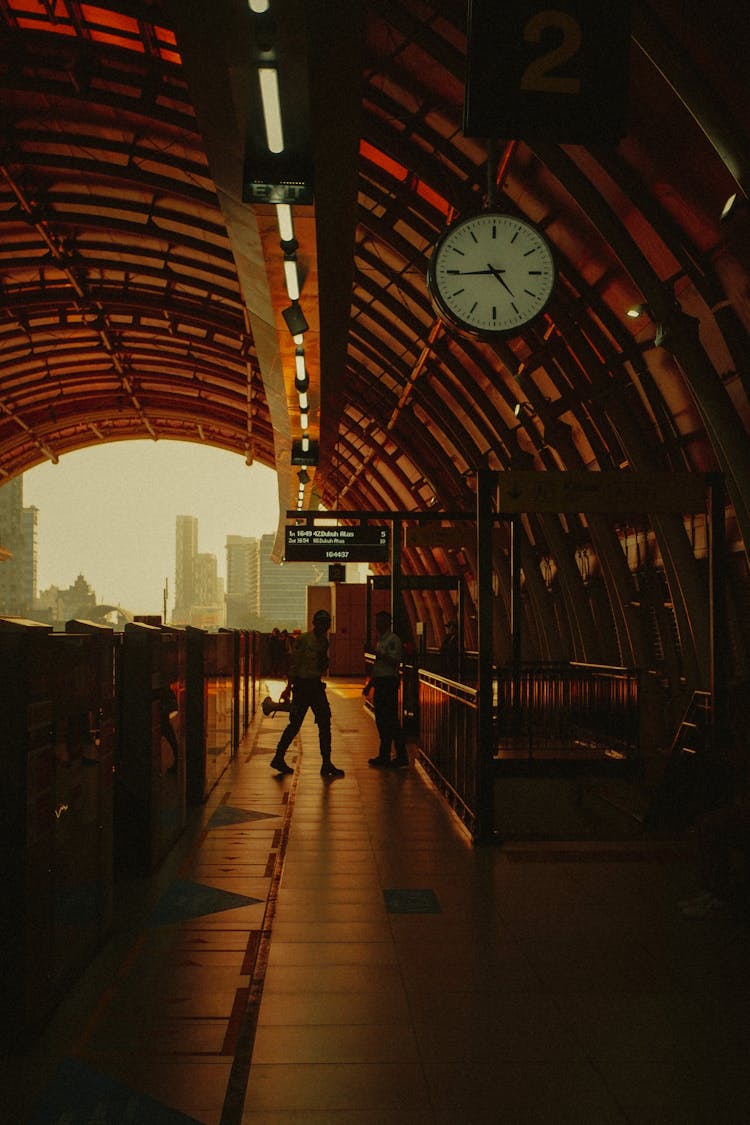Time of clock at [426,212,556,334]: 4:44
